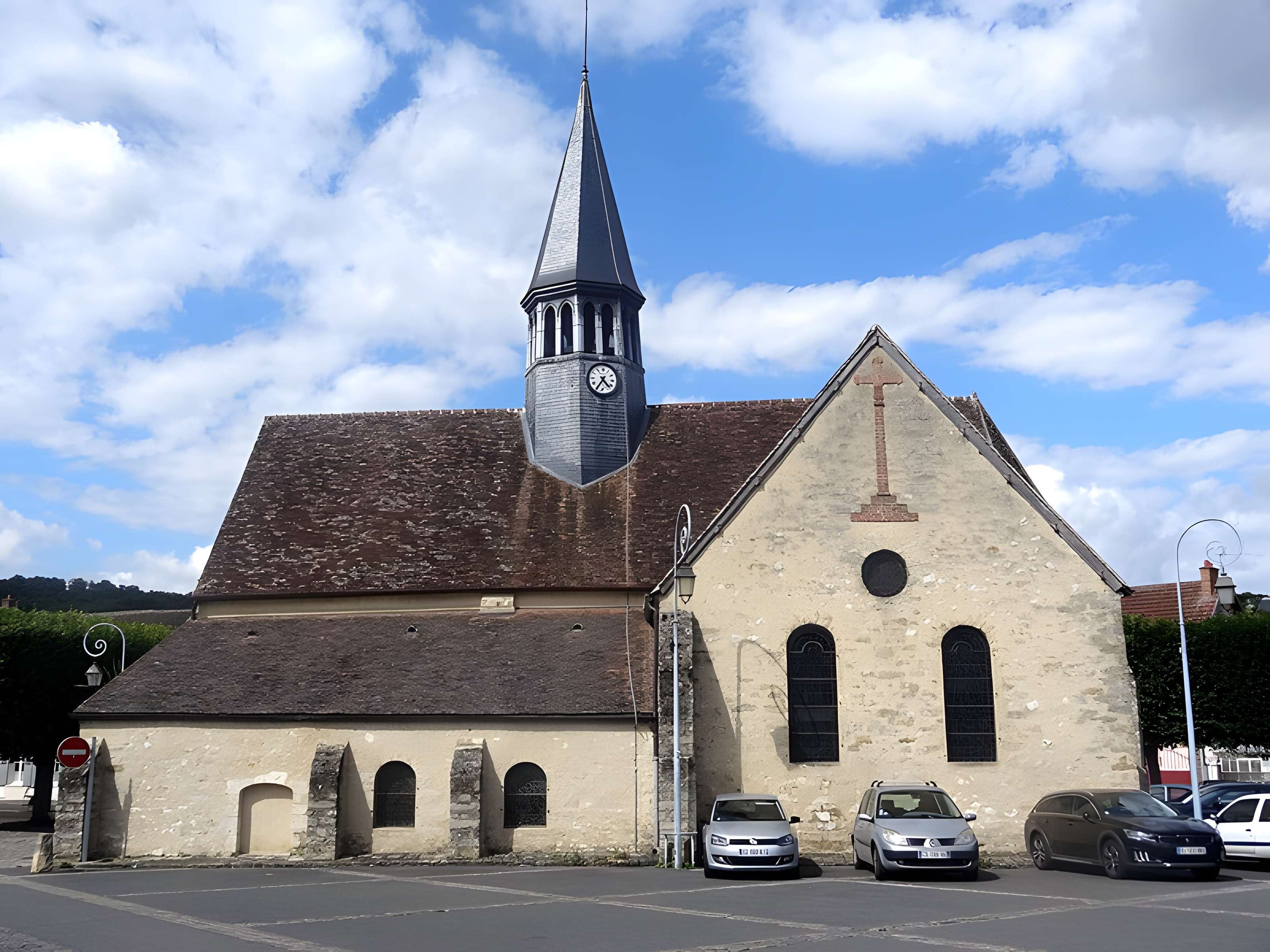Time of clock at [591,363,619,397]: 4:35
